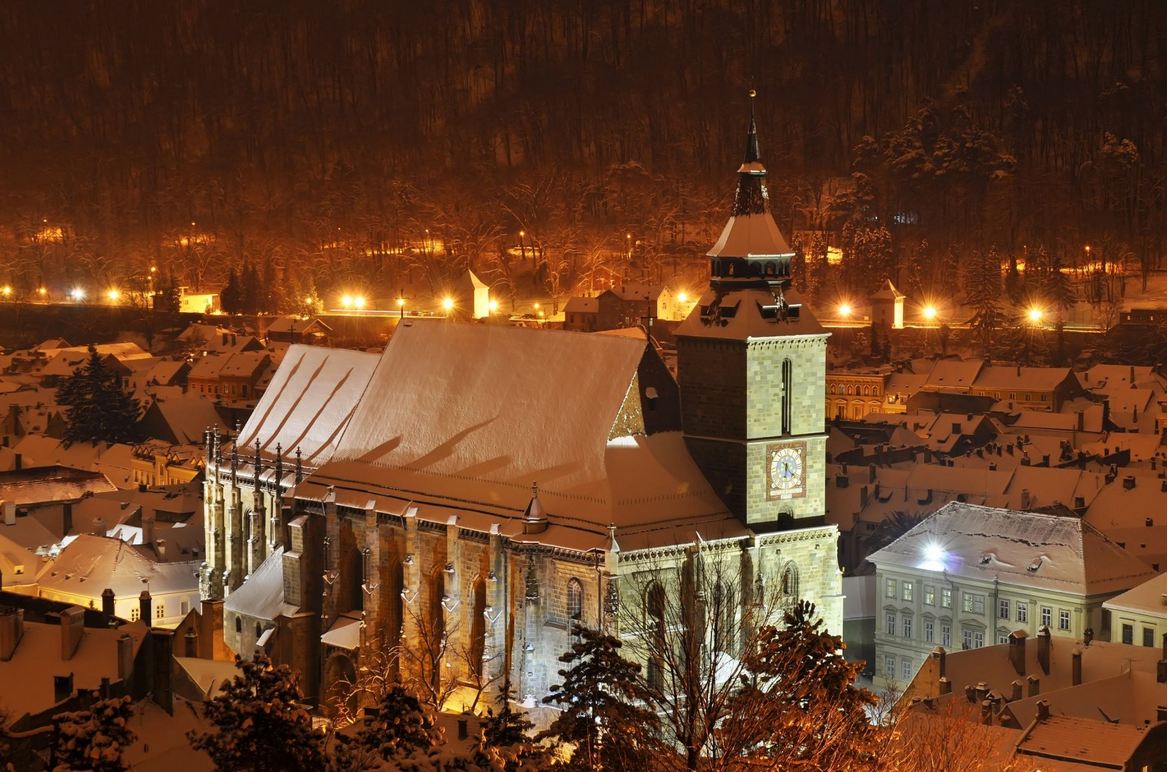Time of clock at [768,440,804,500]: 6:21
